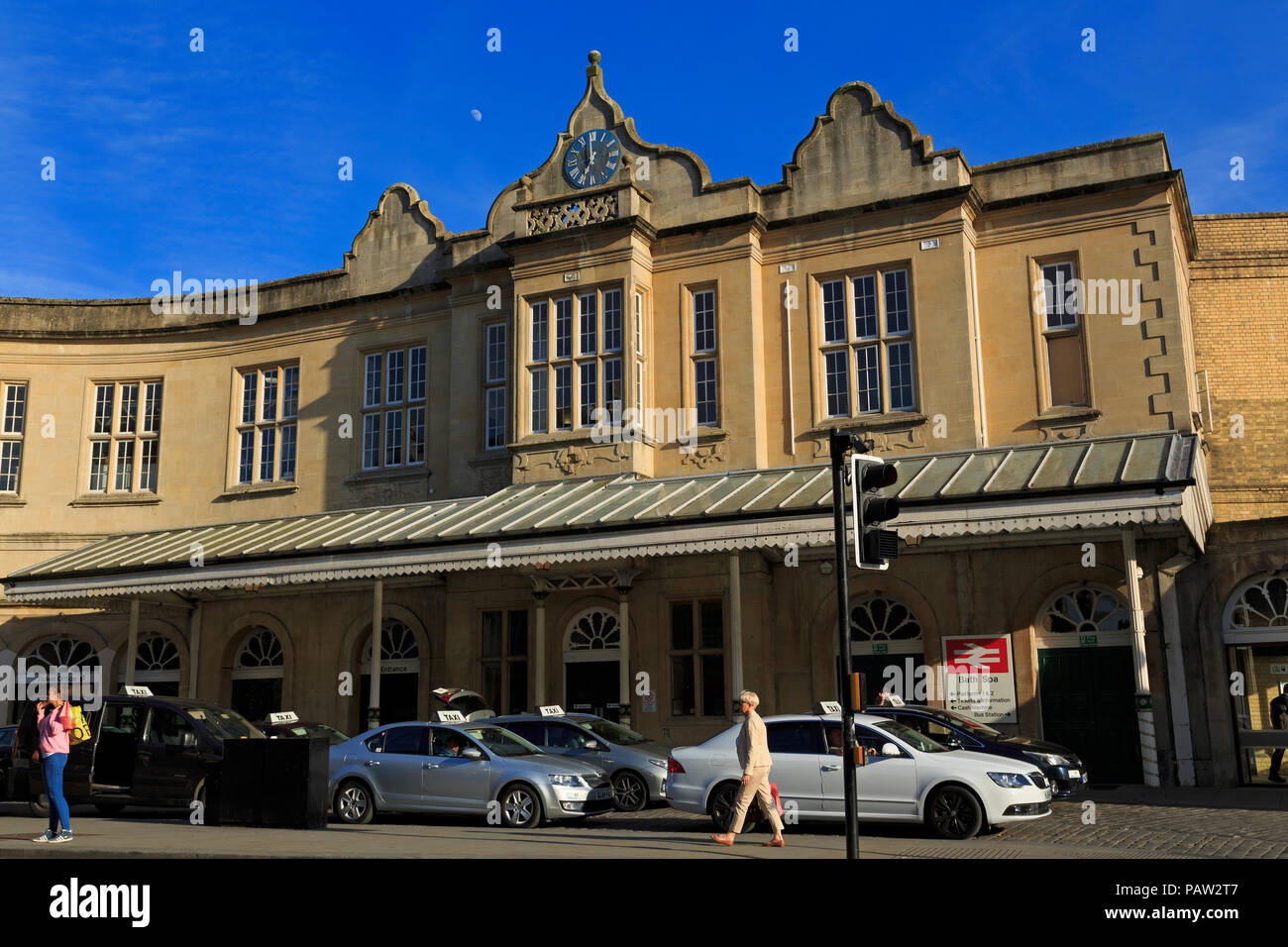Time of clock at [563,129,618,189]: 6:59
